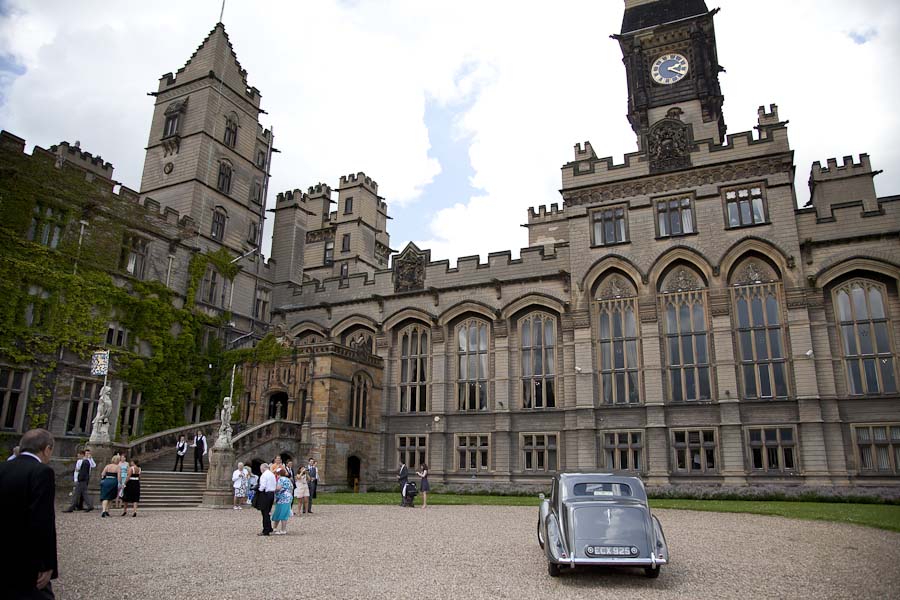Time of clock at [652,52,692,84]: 2:18
